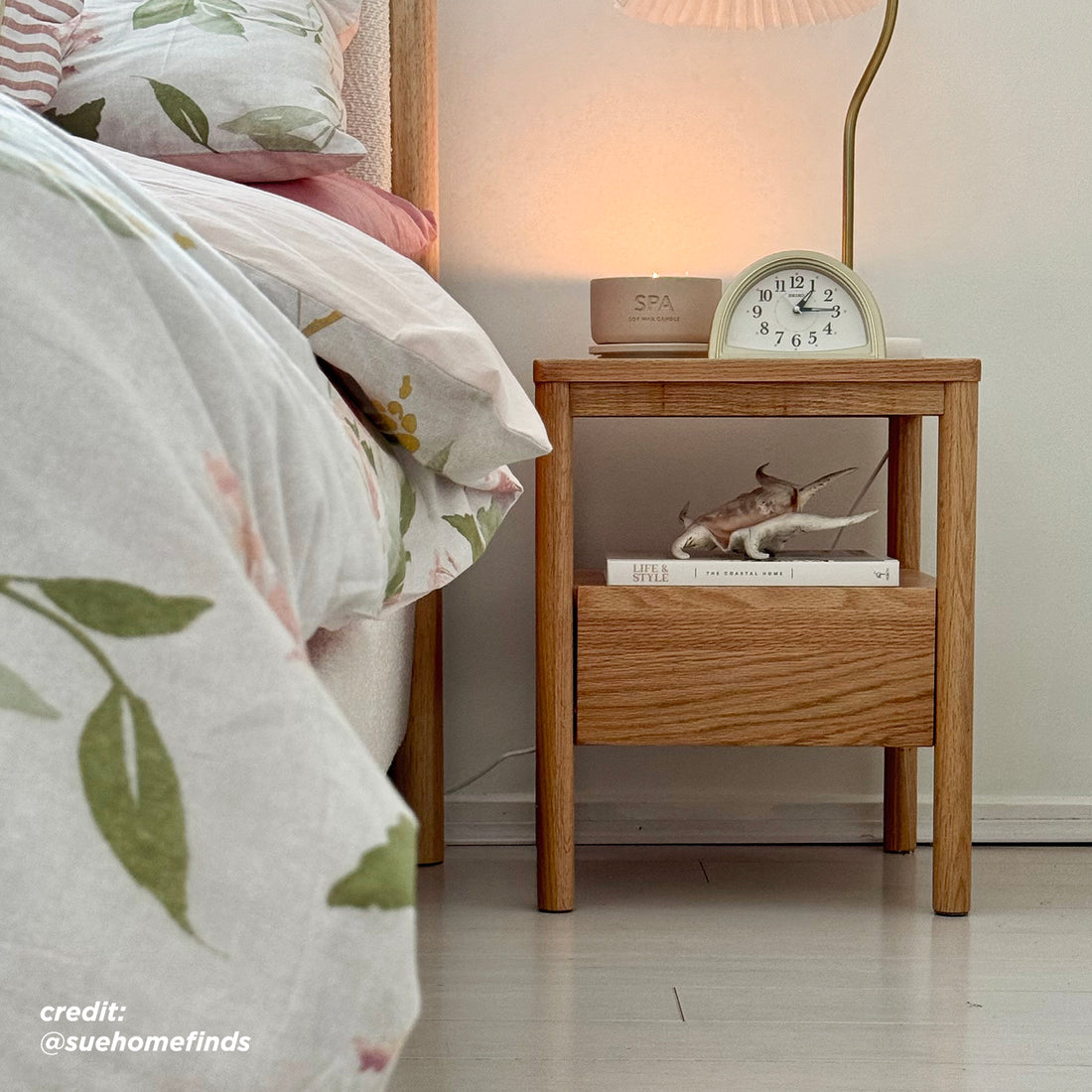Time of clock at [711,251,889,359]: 1:14
